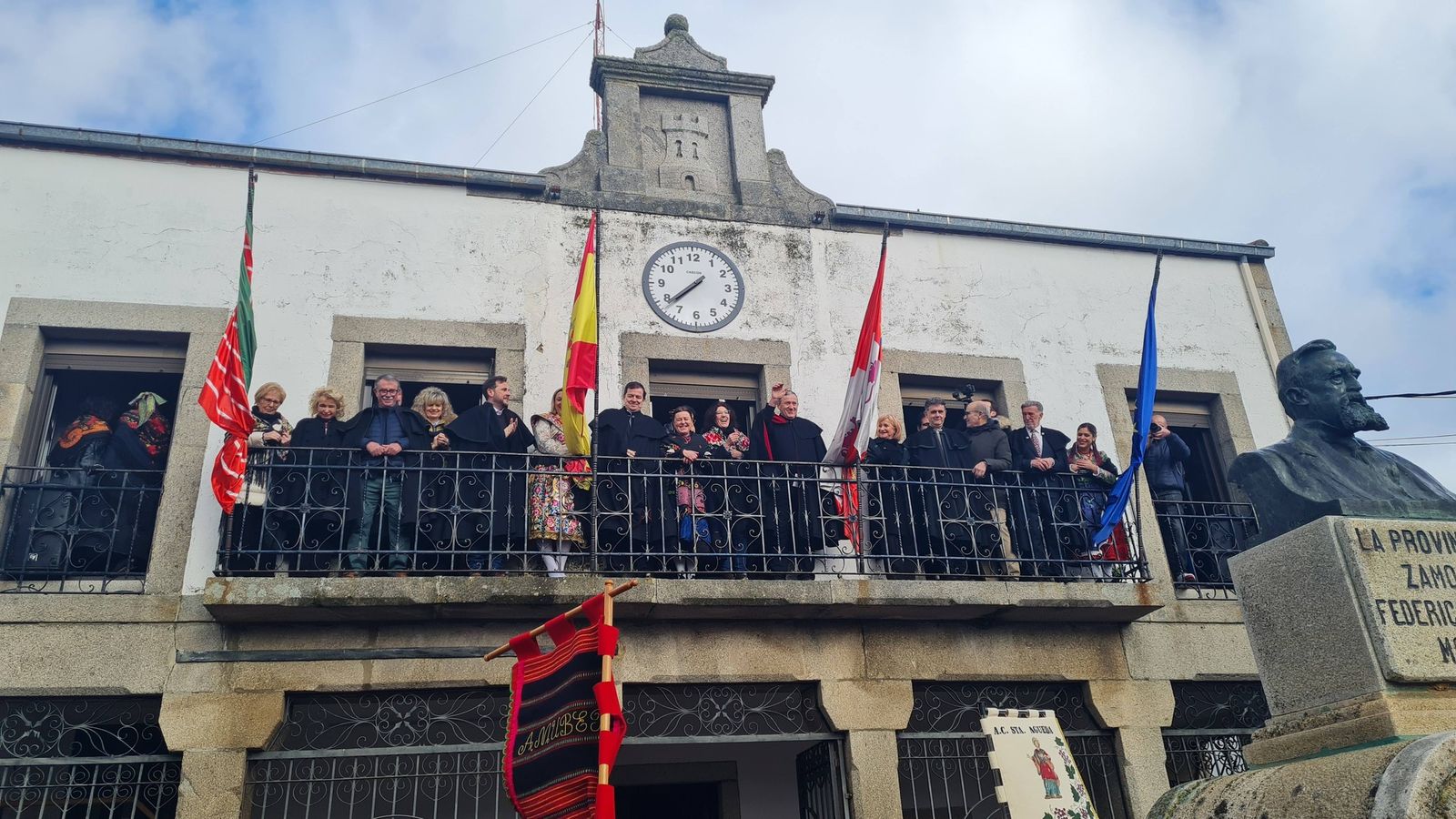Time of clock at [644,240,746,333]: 7:37
